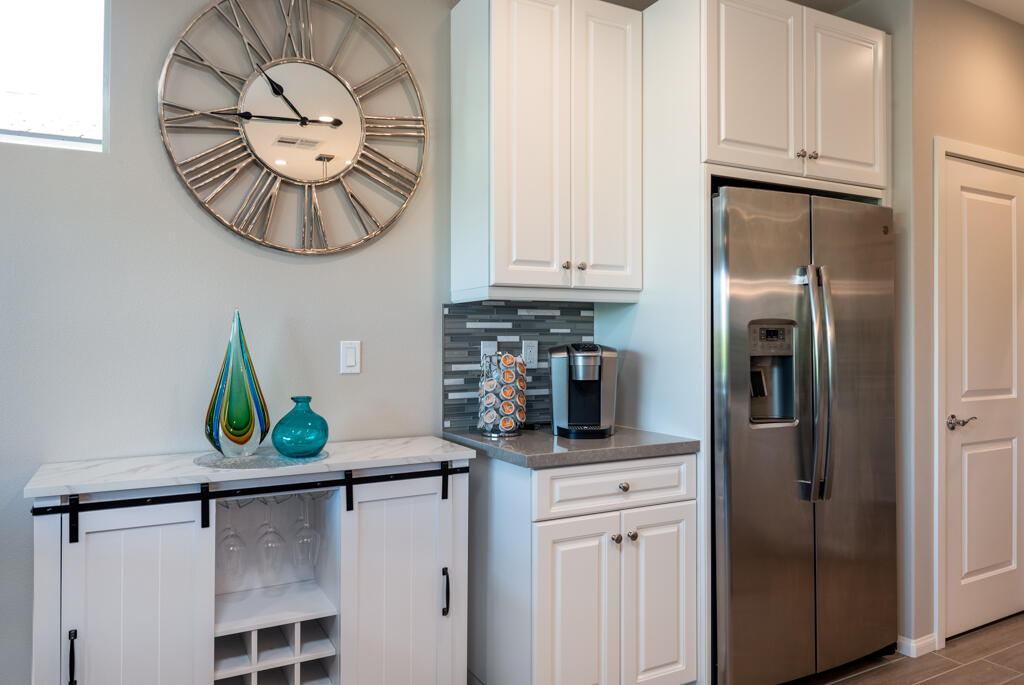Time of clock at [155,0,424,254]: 10:45
